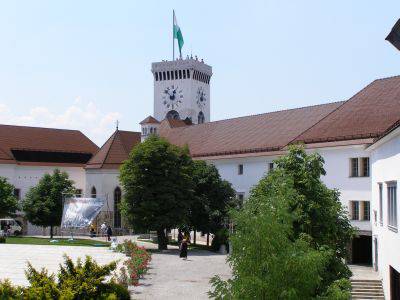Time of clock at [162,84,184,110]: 12:52
